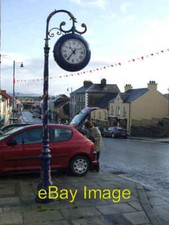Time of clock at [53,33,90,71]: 10:36
